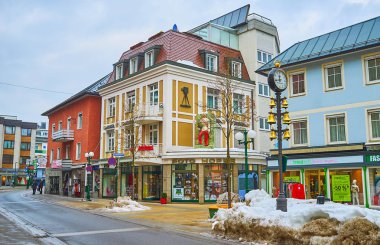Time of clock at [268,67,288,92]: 11:42
